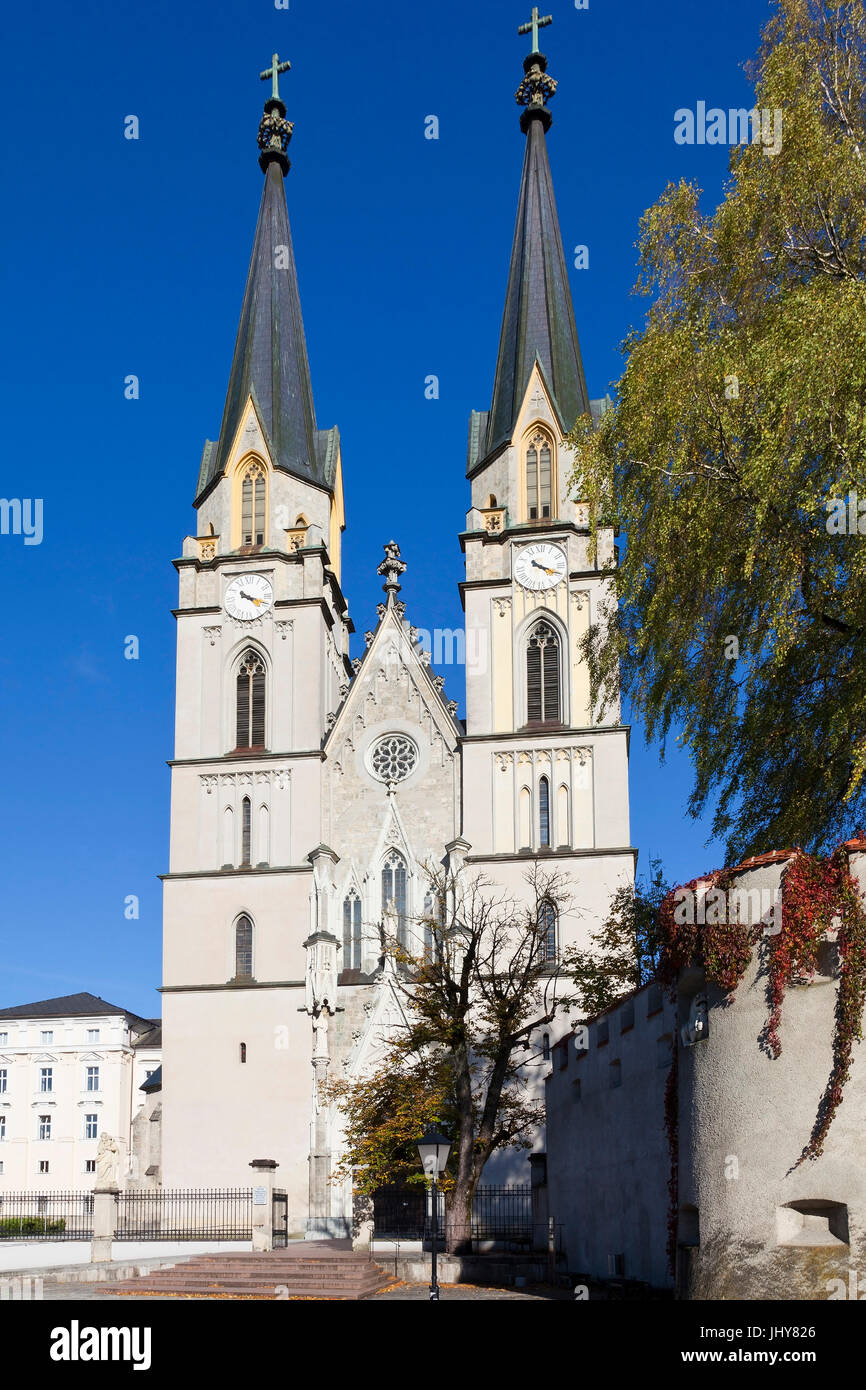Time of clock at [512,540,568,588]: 10:18
